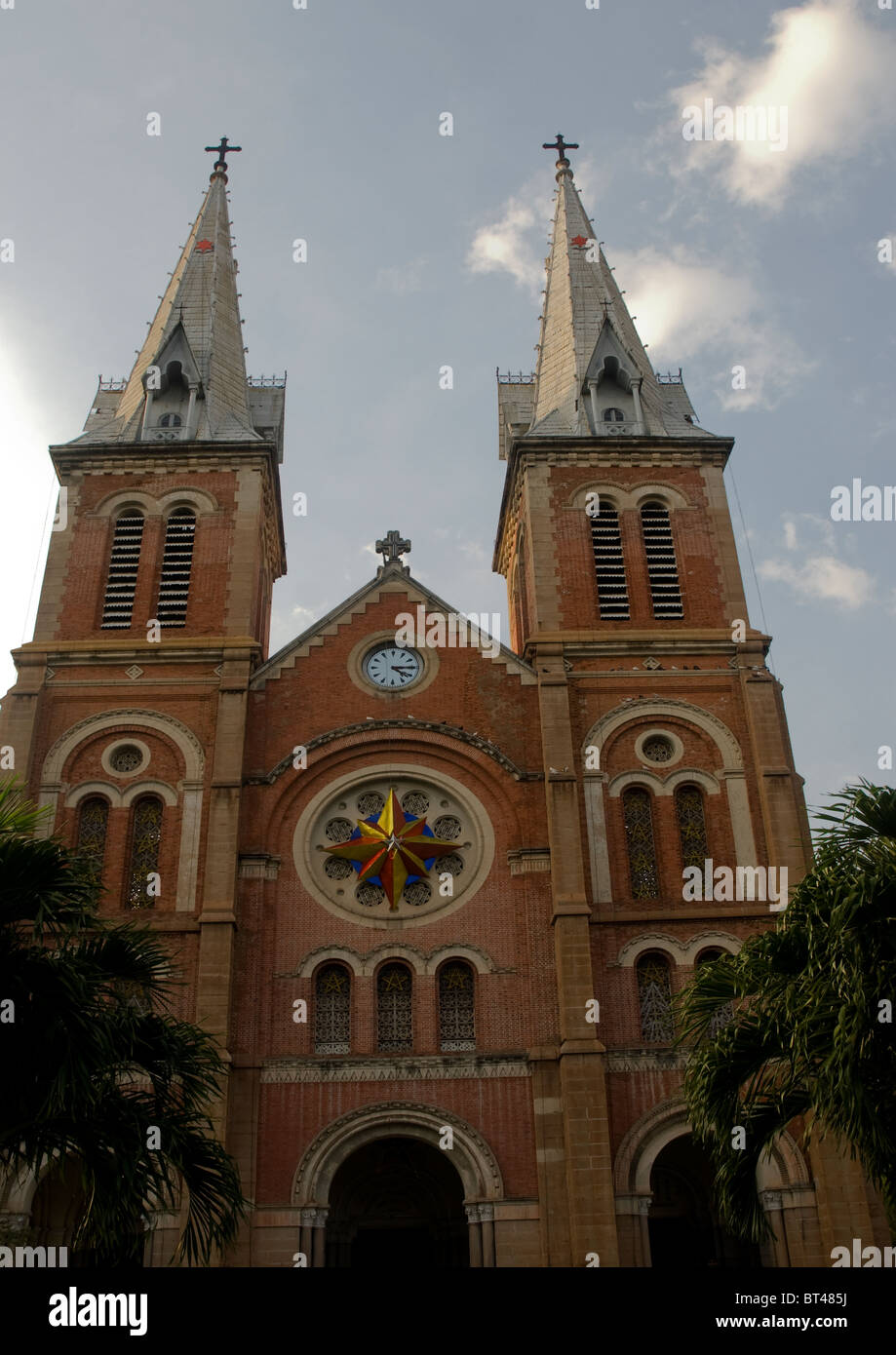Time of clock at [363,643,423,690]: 4:14
